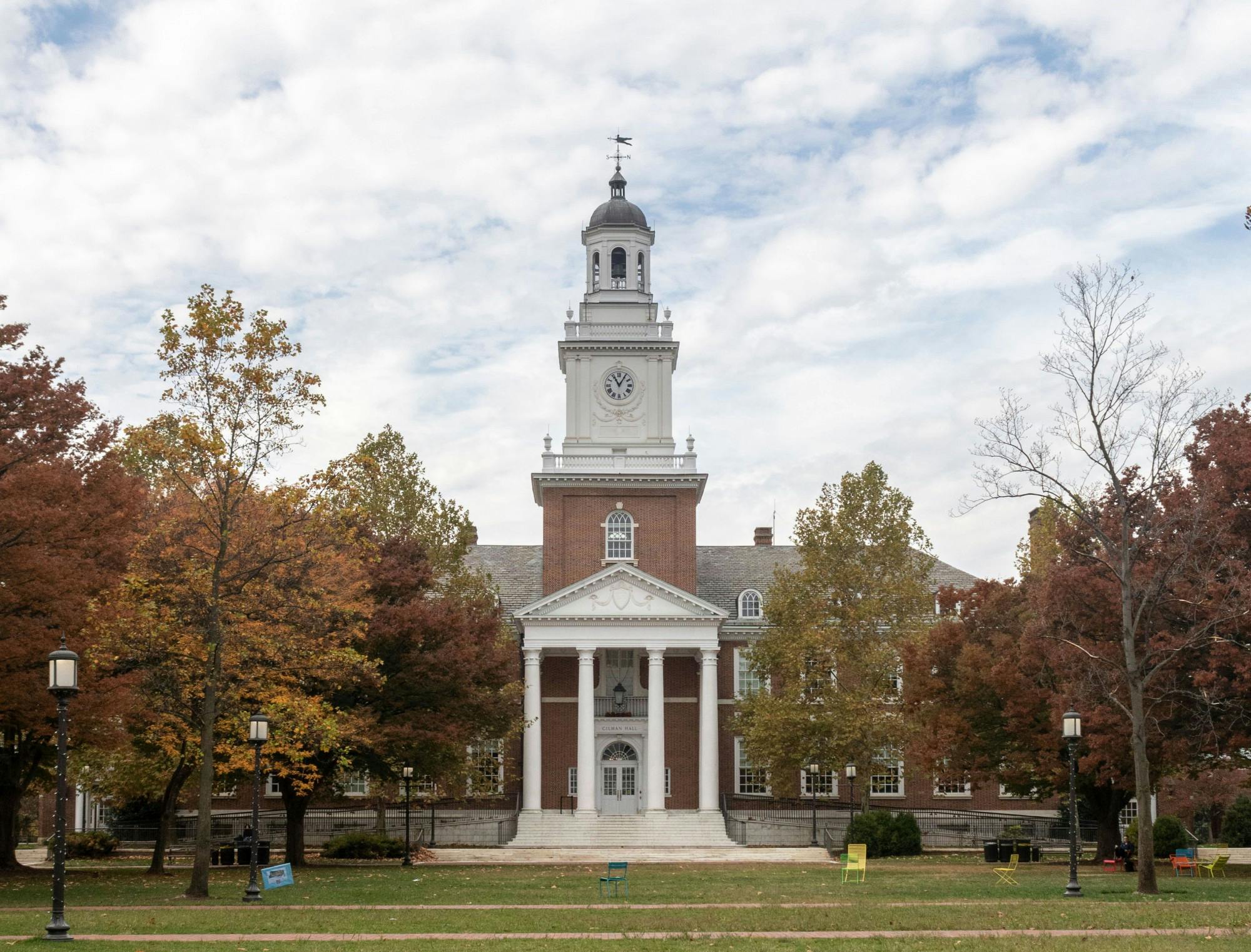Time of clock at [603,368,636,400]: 11:05
